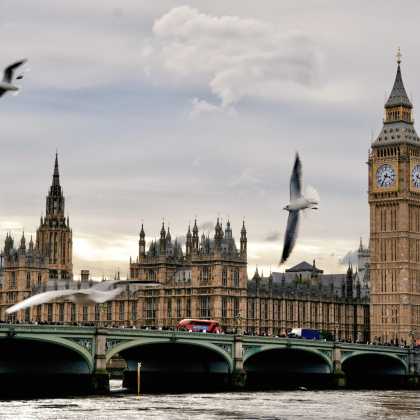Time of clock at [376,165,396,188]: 3:34
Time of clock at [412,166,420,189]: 3:34
